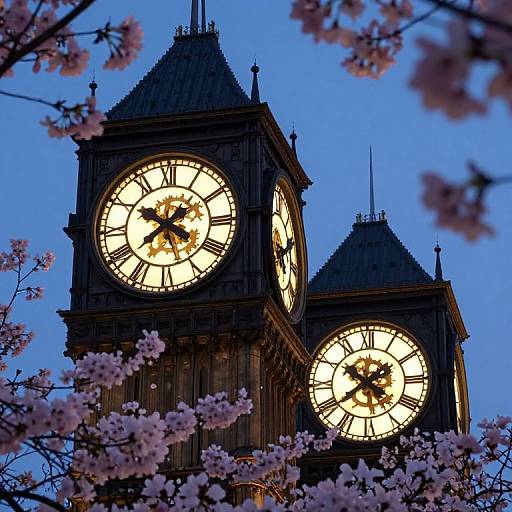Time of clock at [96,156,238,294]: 1:50
